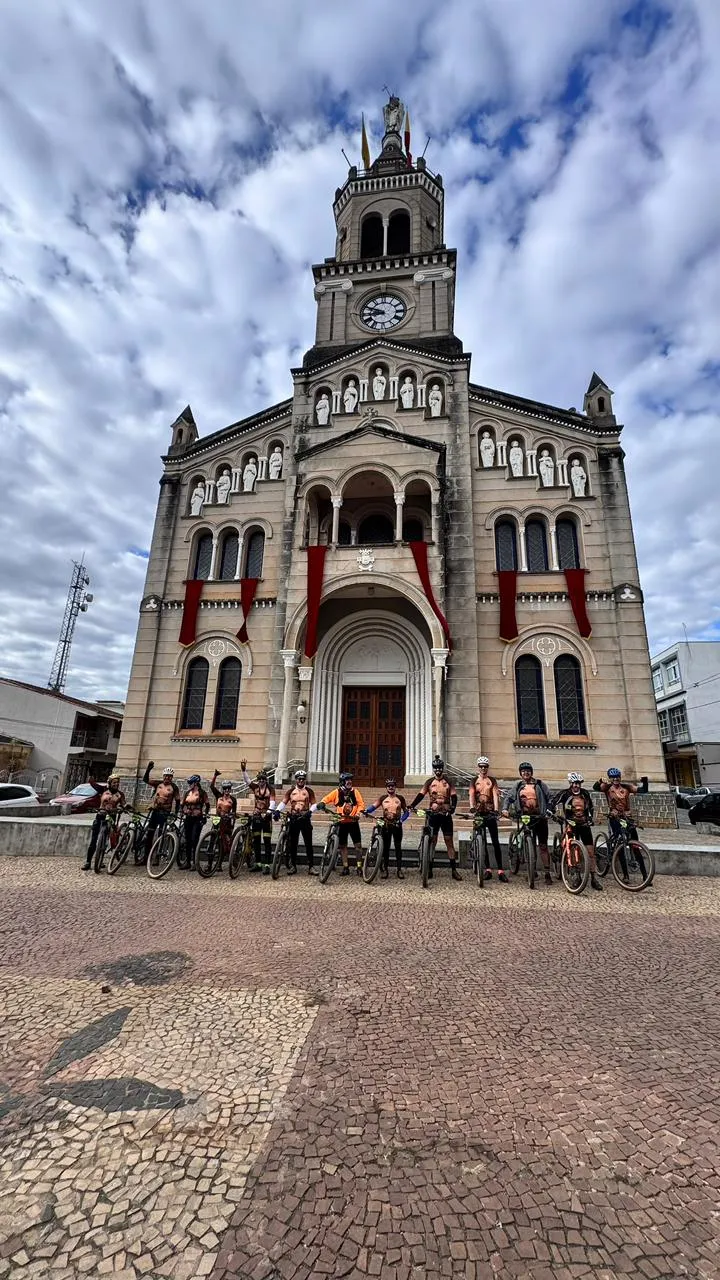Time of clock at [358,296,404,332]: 8:48
